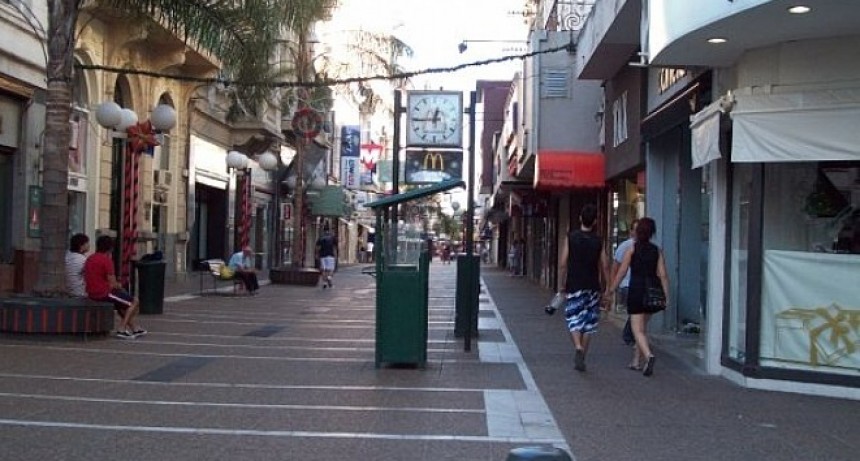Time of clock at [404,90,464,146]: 12:44
